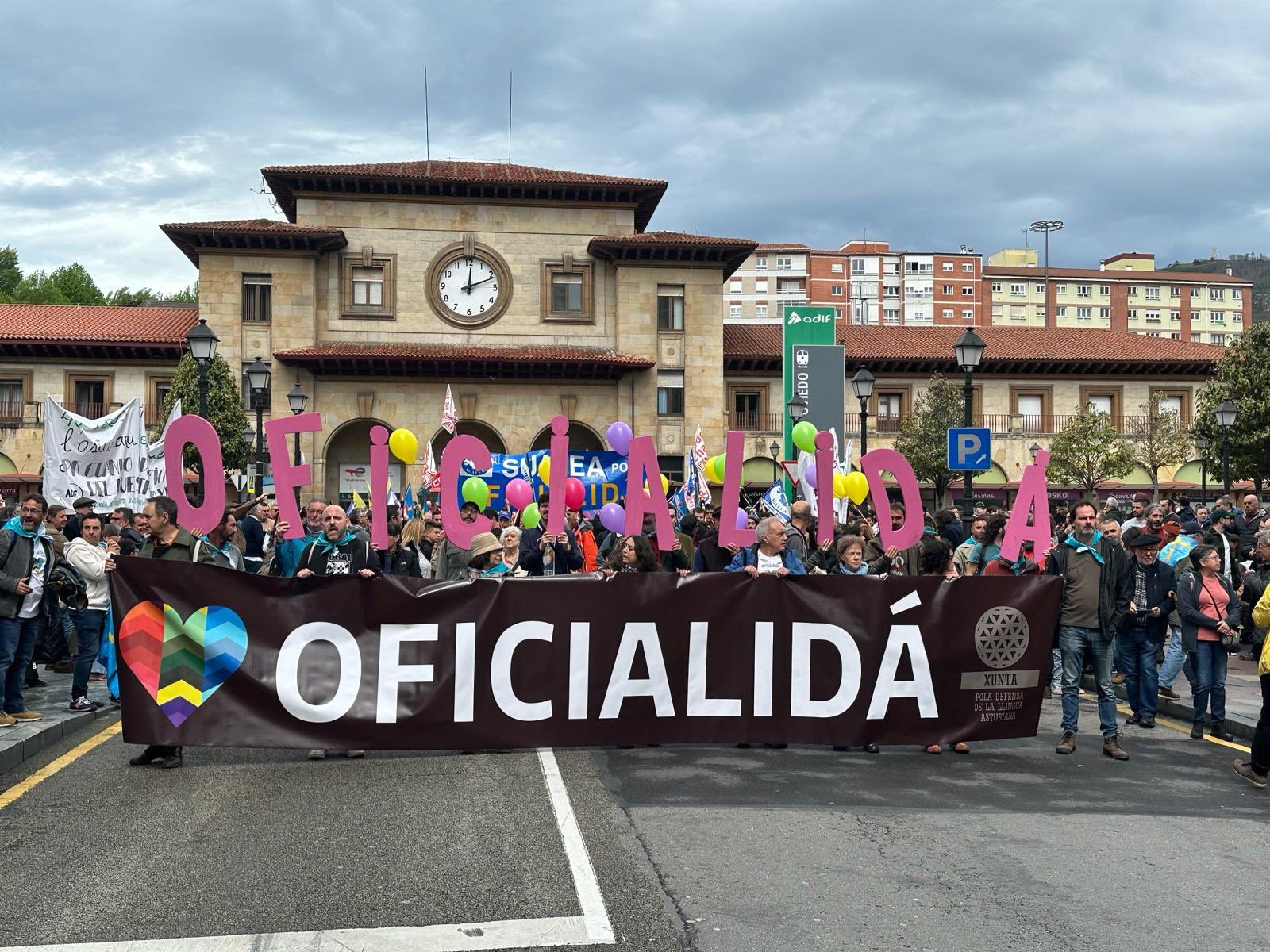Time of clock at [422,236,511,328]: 12:11
